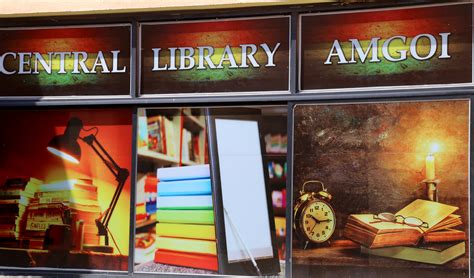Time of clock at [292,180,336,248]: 10:14
